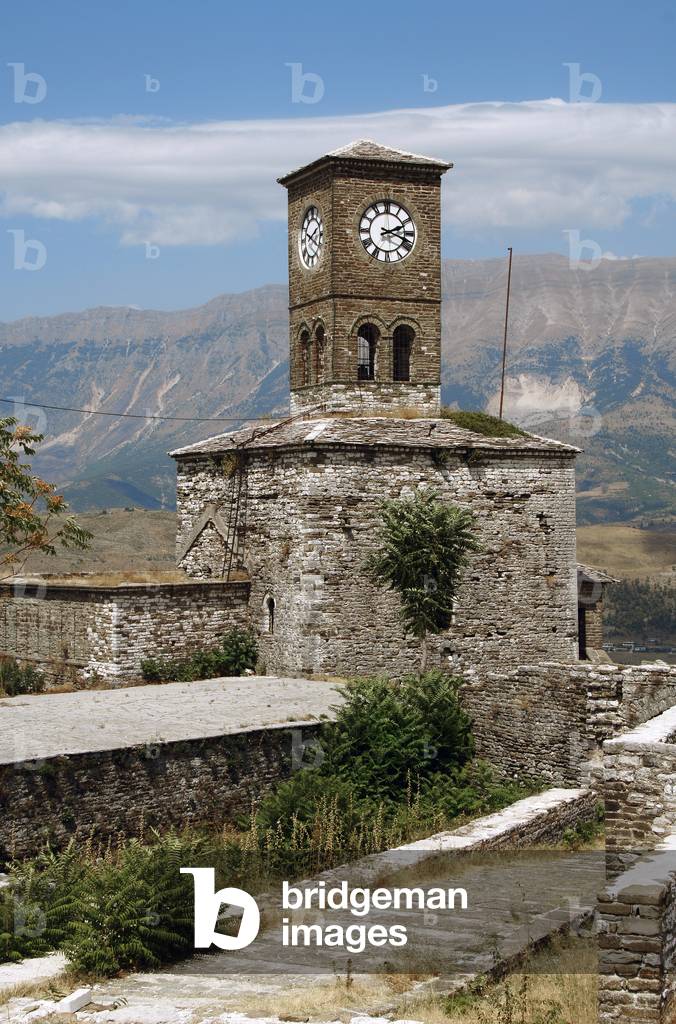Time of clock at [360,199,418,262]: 2:18
